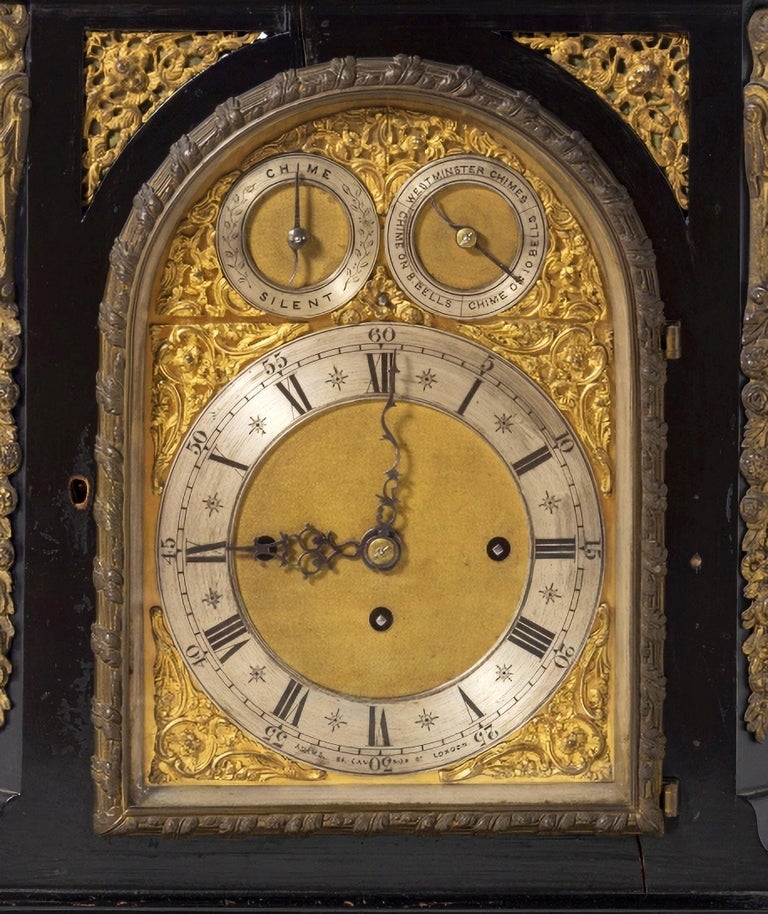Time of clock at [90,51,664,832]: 9:01
